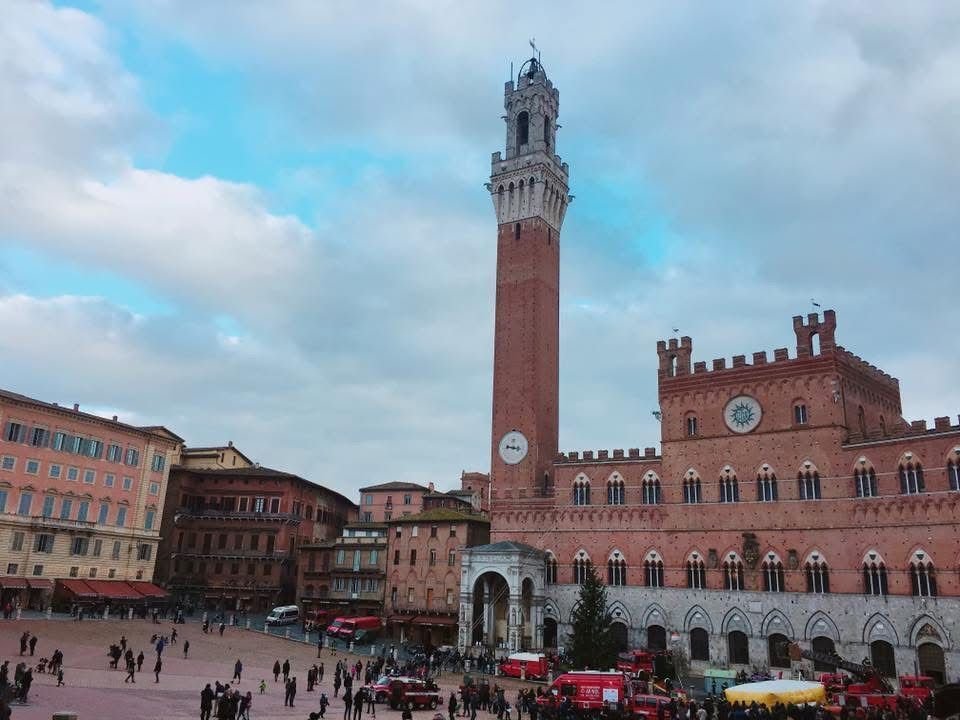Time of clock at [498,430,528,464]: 11:46
